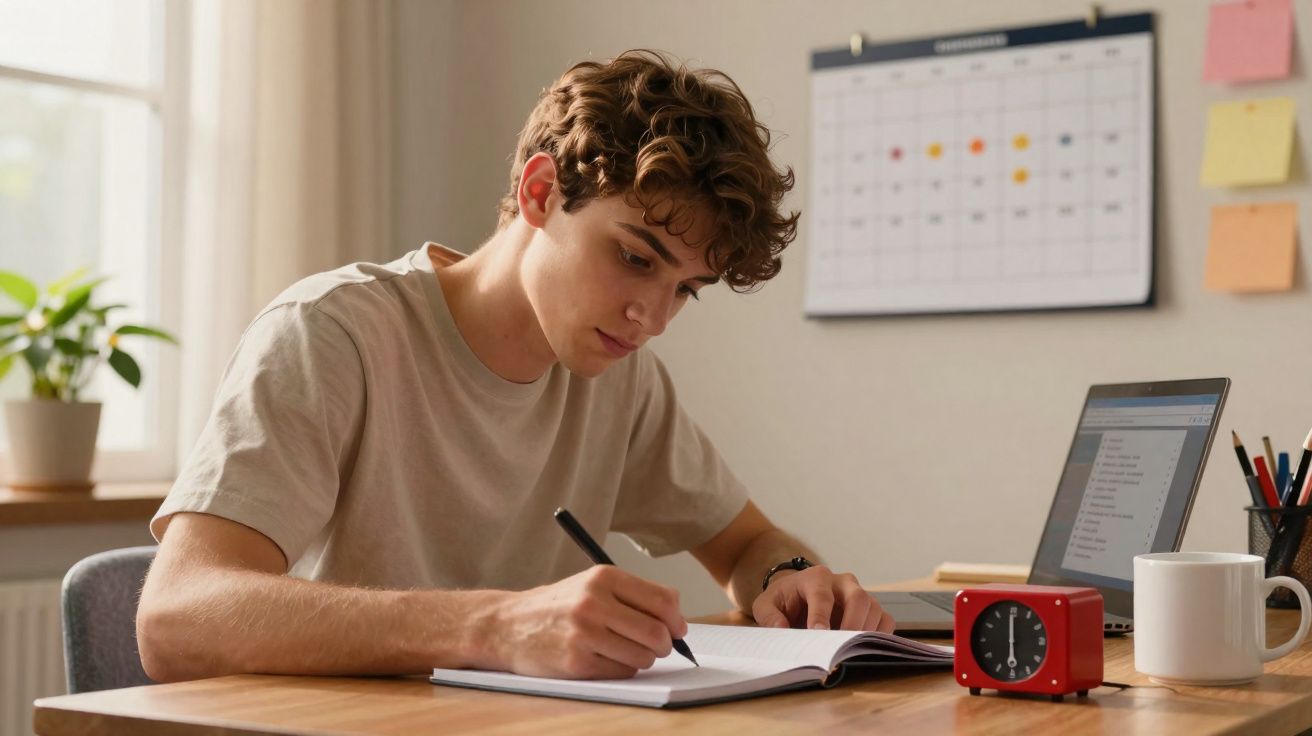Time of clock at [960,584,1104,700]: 5:59
